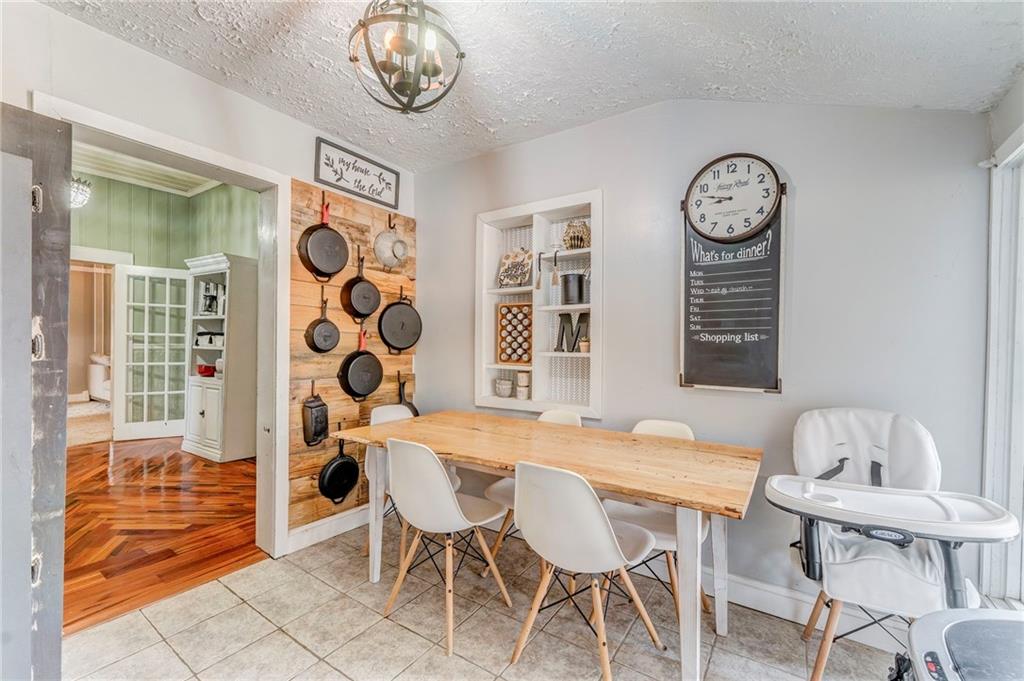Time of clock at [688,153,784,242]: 8:47
